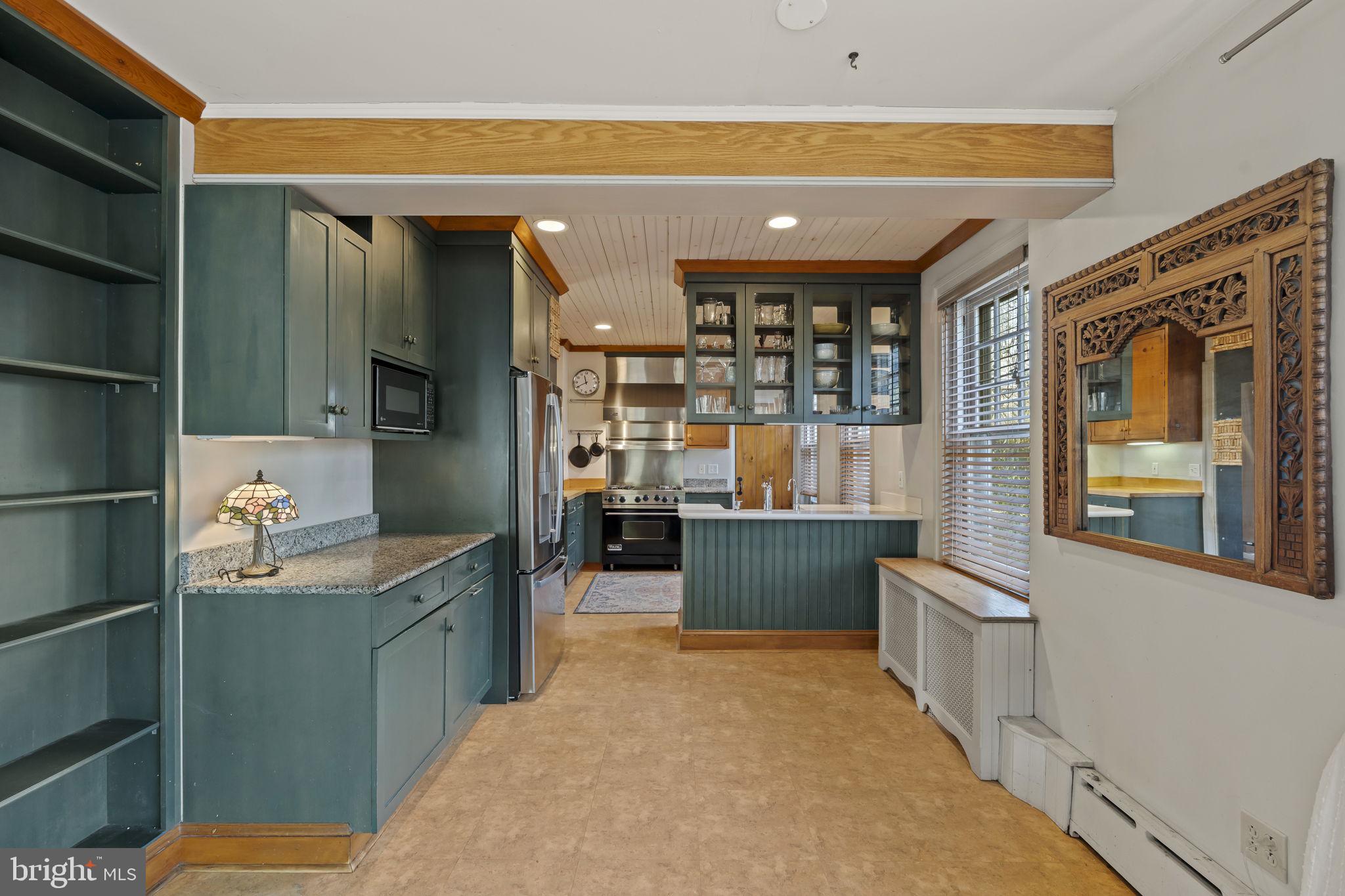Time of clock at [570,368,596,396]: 11:40
